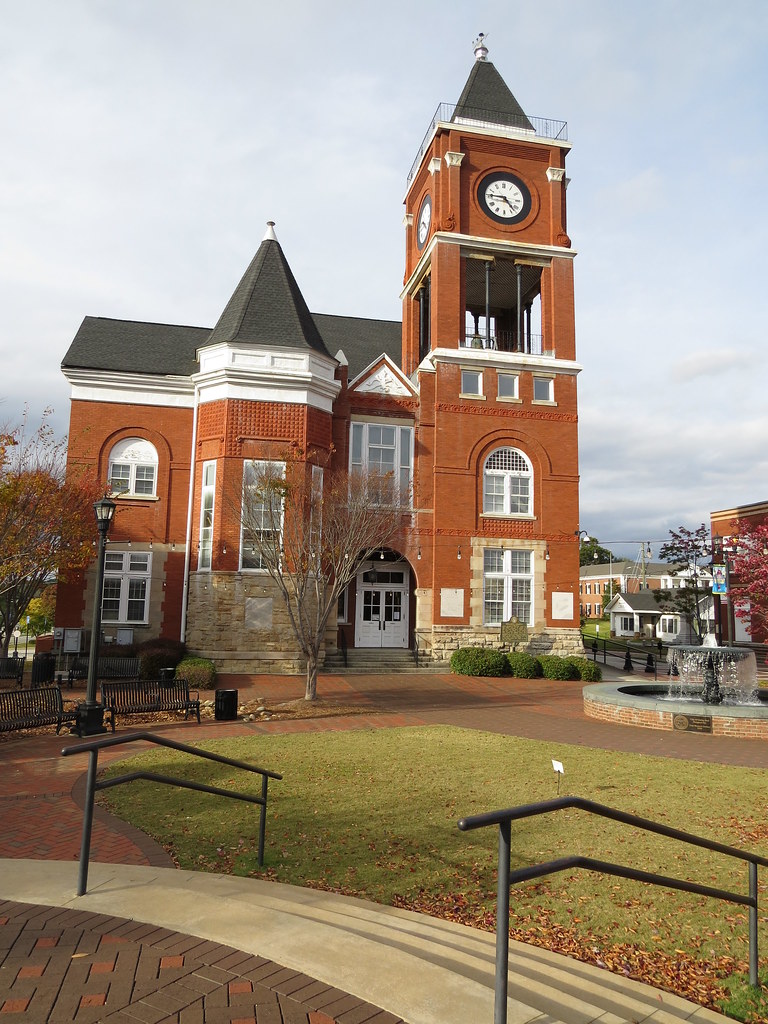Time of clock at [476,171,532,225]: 4:45
